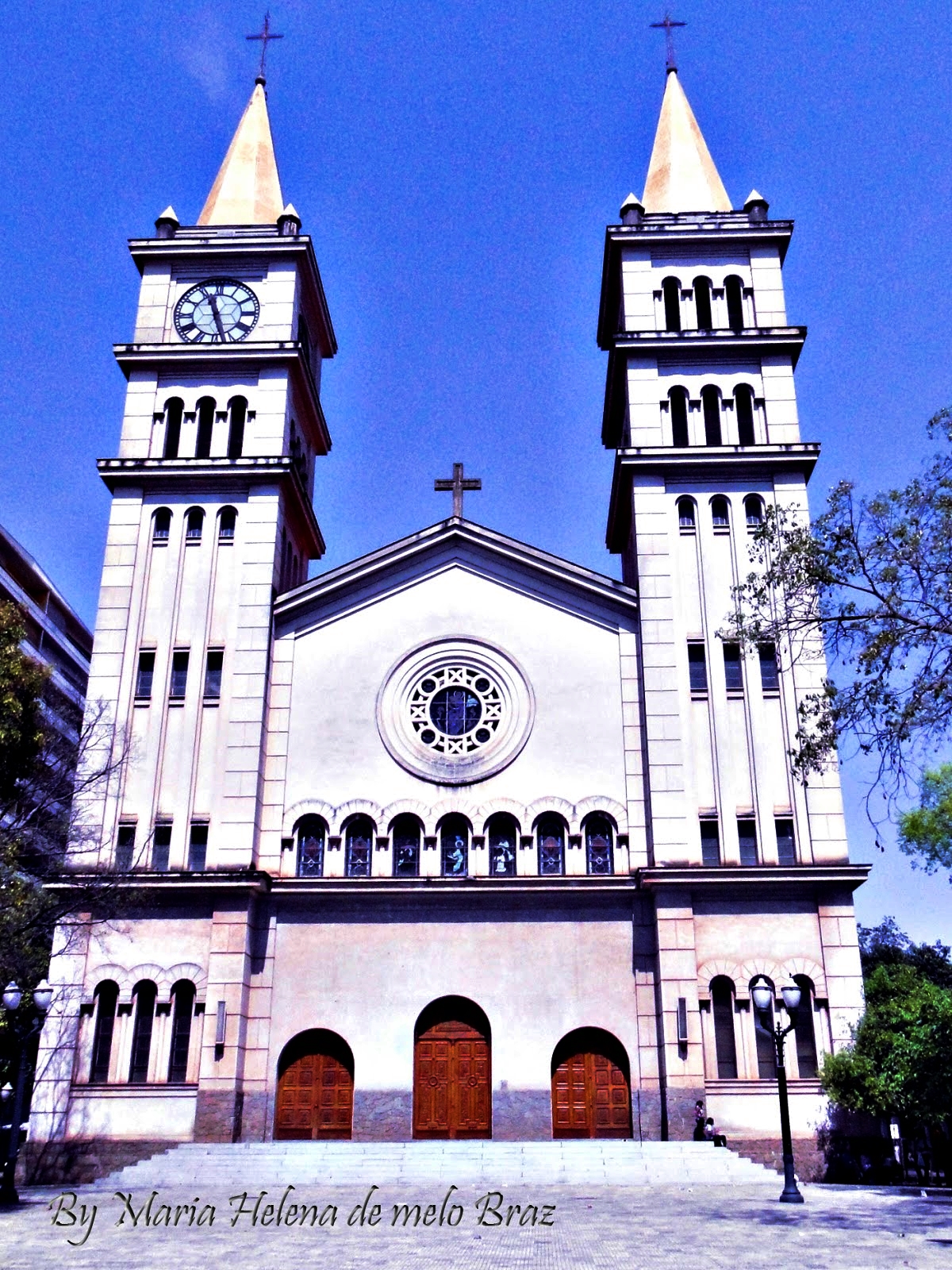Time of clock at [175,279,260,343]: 11:27
